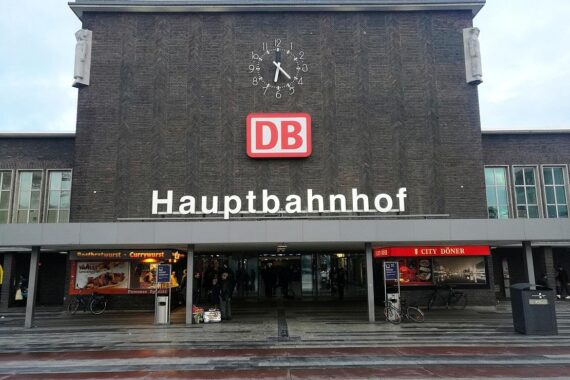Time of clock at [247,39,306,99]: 6:22
